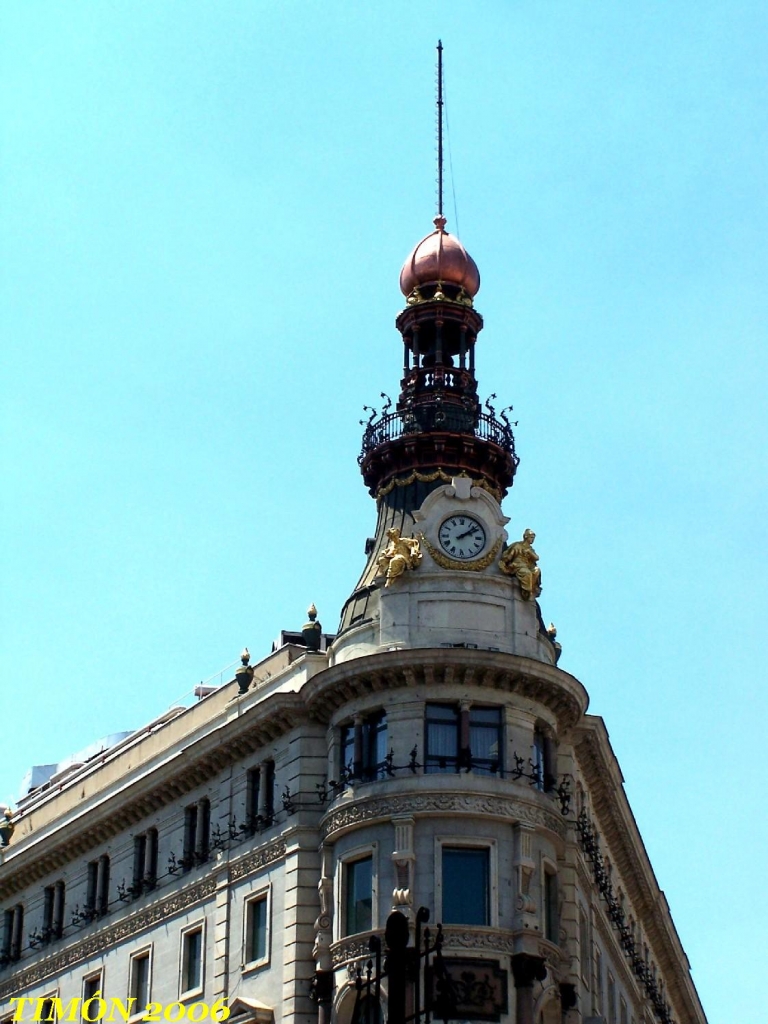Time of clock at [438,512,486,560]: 2:08
